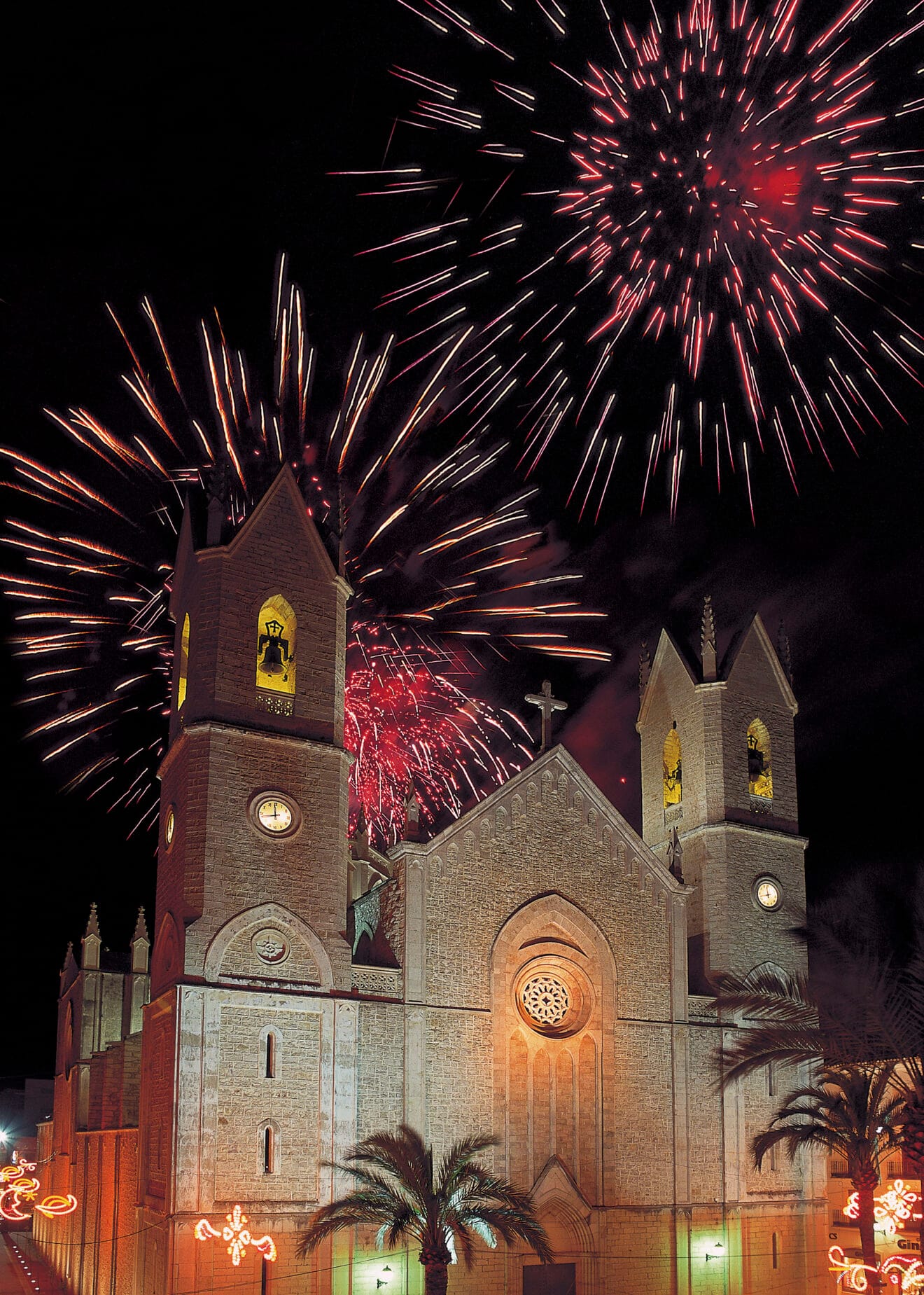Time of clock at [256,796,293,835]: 11:42
